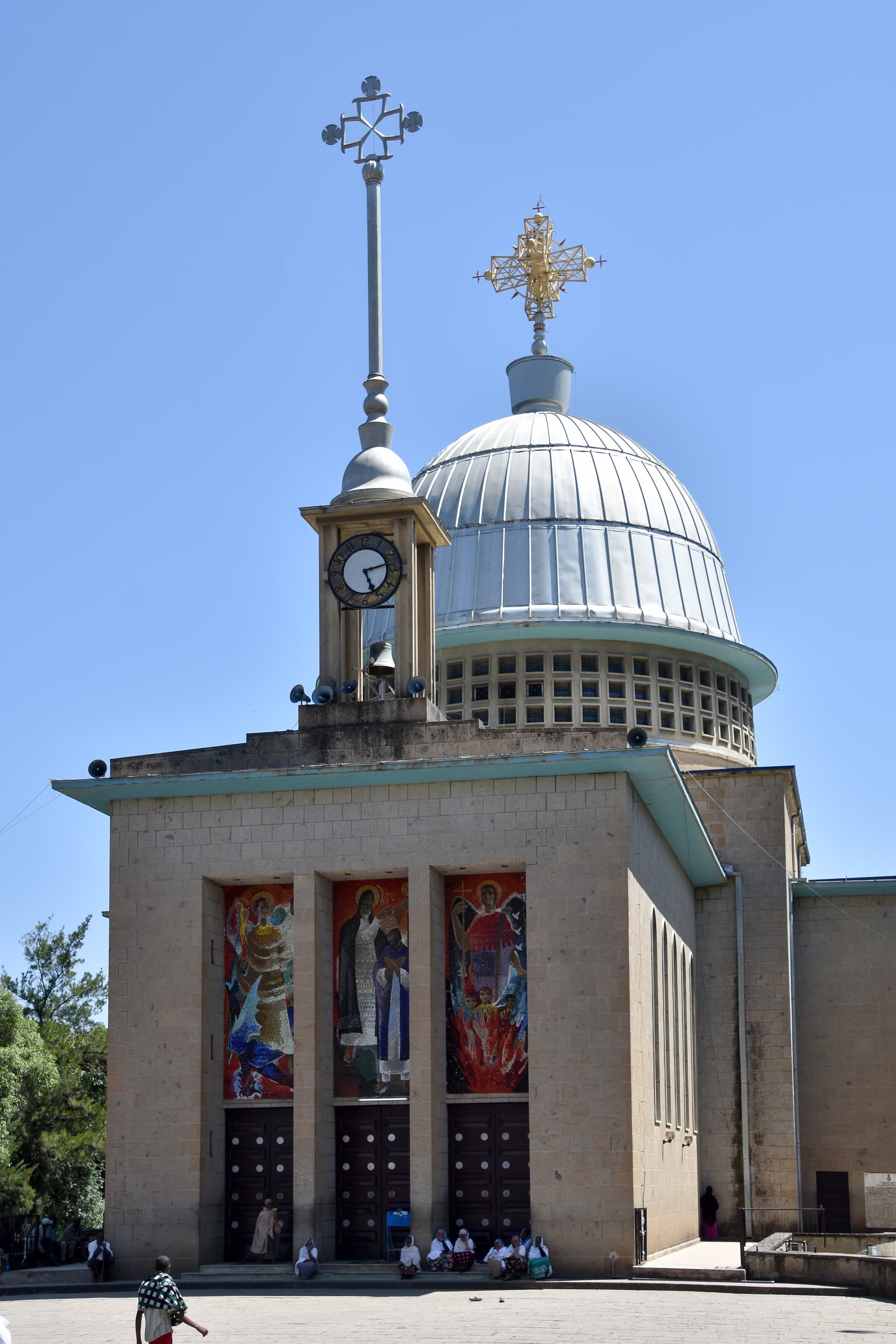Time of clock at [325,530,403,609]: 5:13
